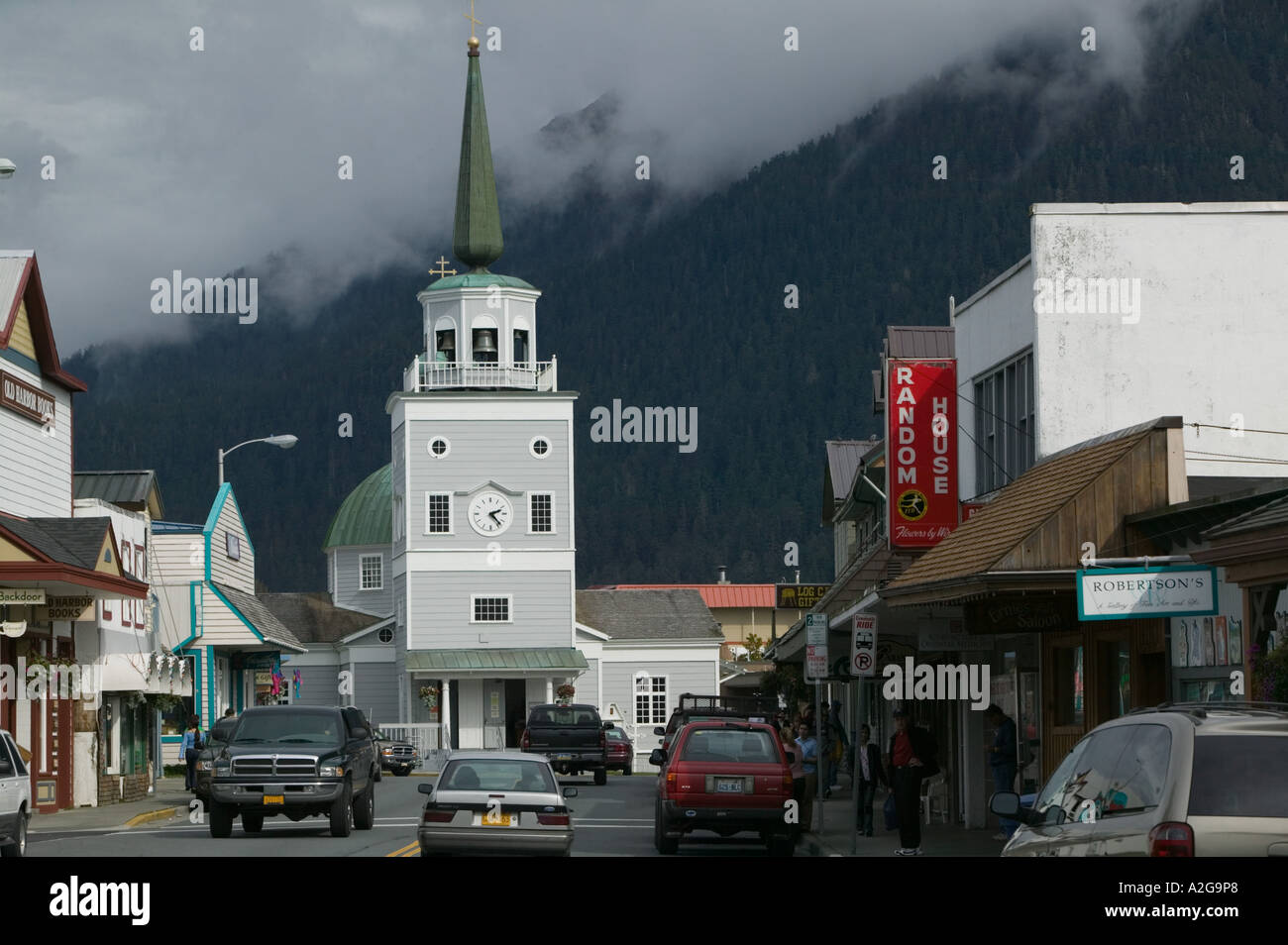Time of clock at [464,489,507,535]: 2:22
